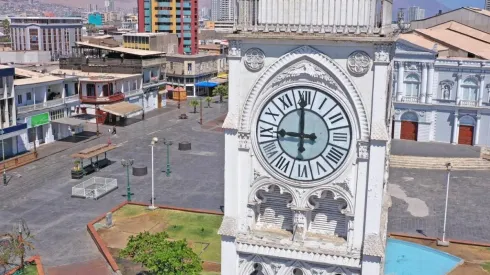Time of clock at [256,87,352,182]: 8:59
